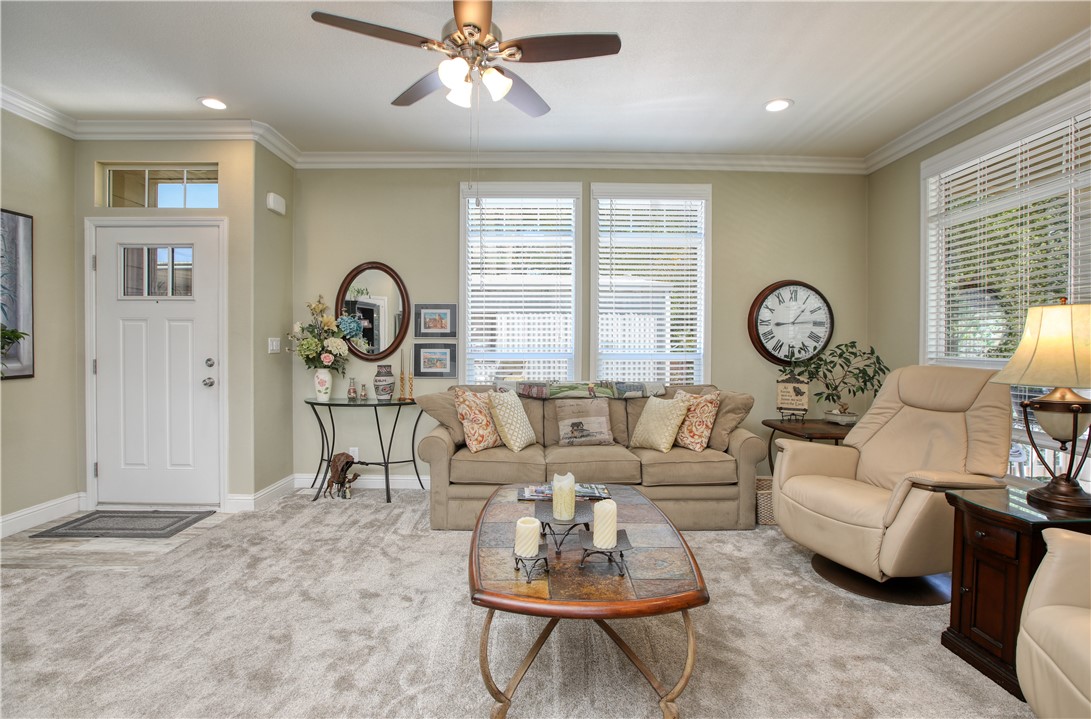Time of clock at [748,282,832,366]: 1:13
